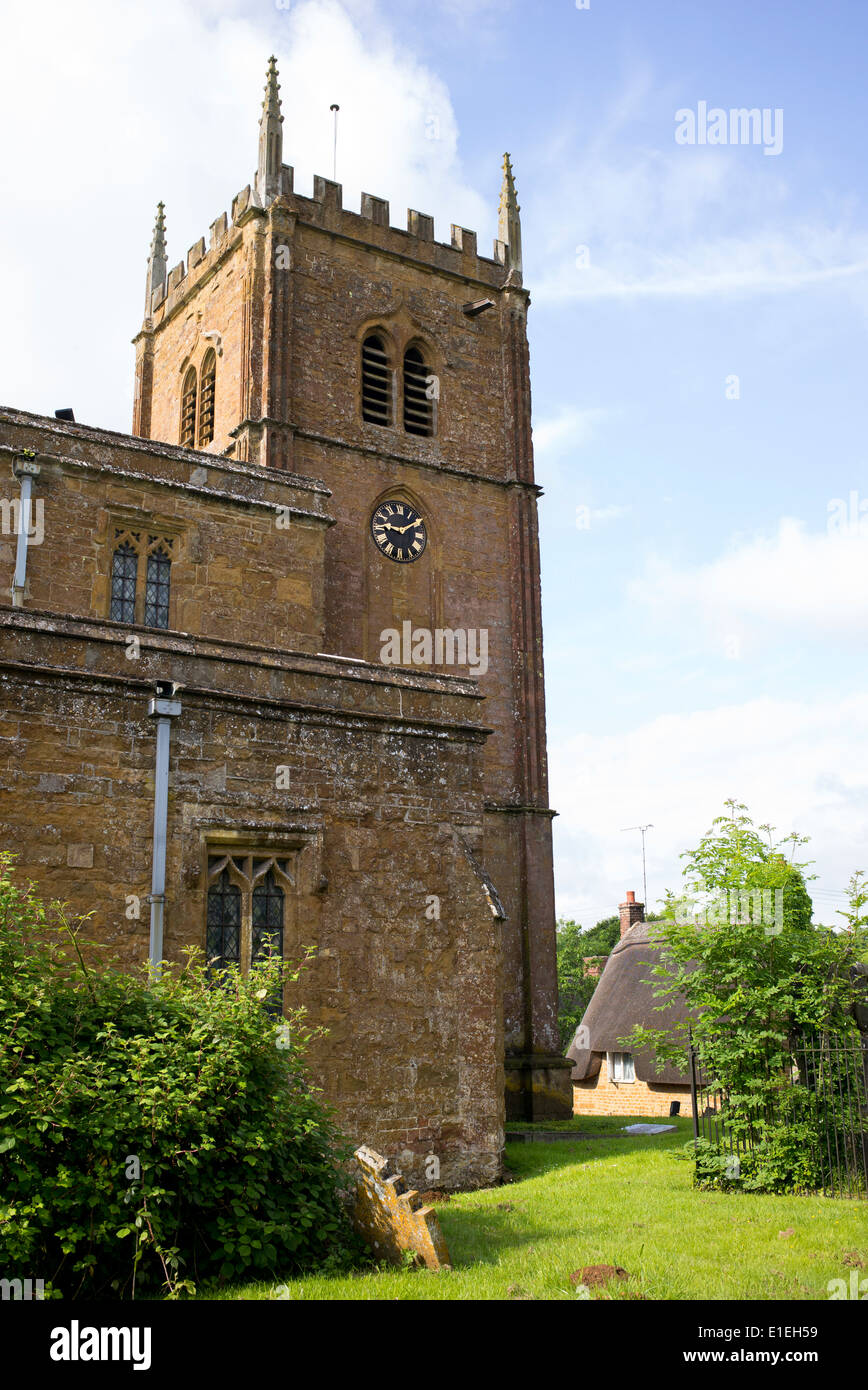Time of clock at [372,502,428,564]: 9:09
